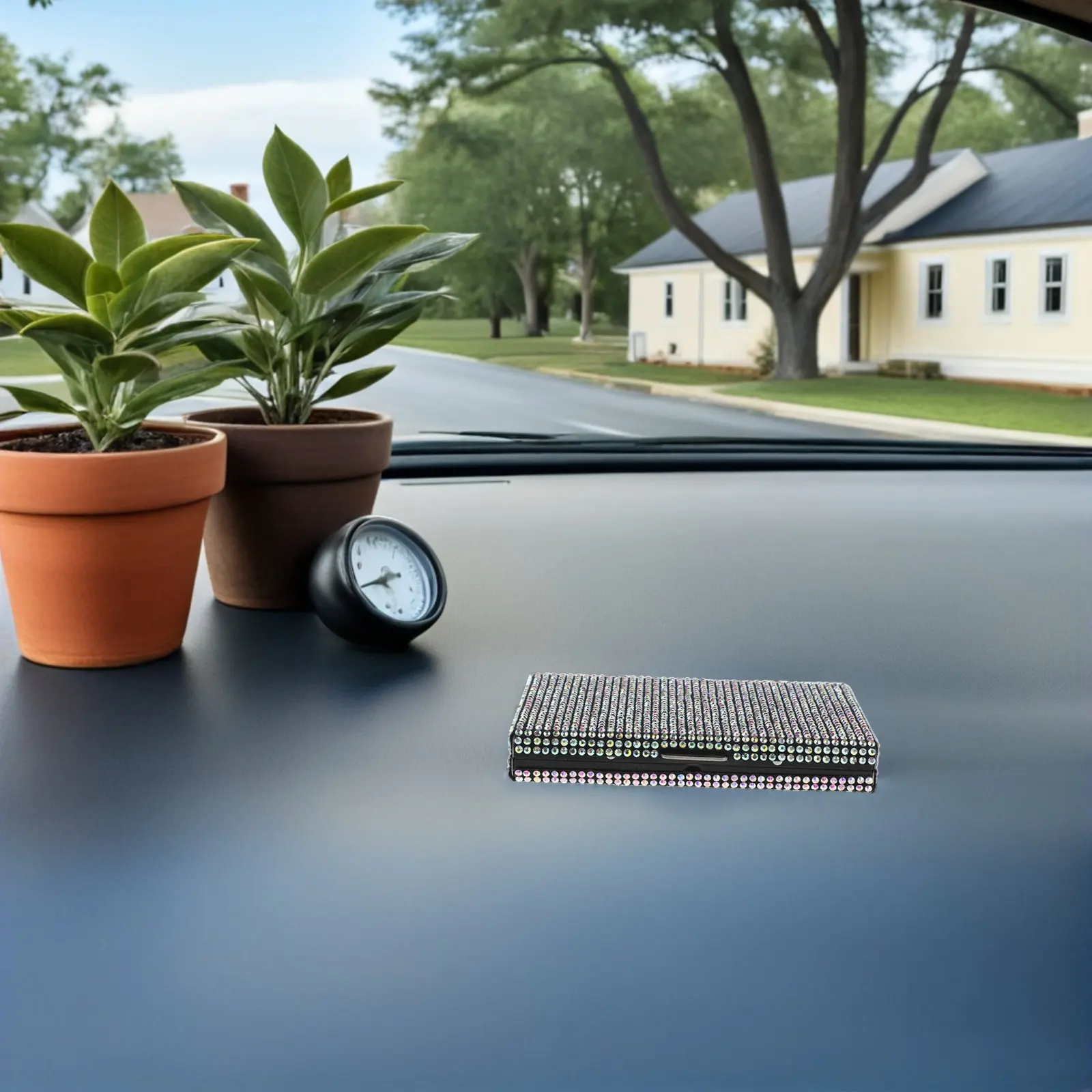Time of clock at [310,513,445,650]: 7:40
